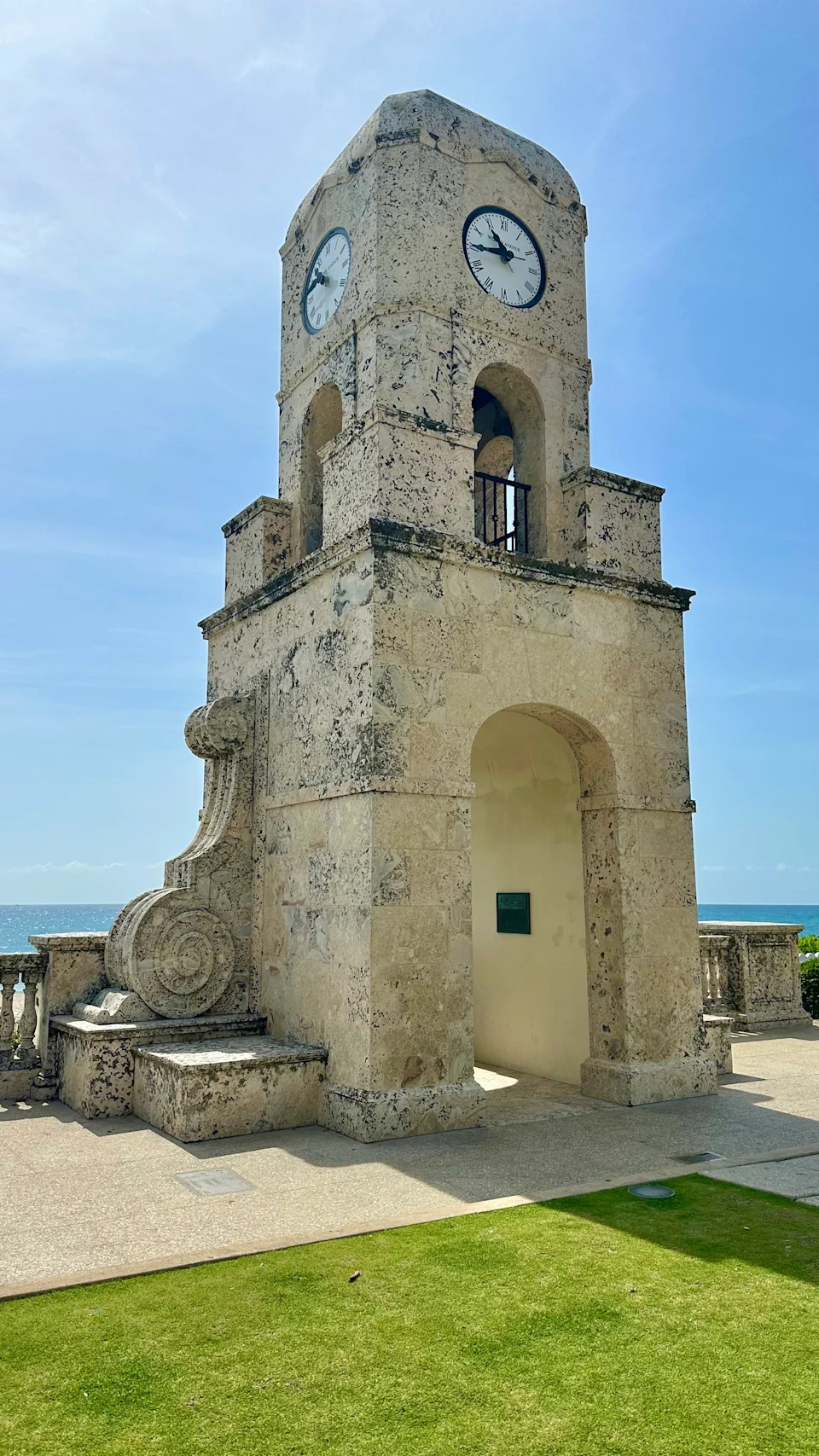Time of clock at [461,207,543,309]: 10:44
